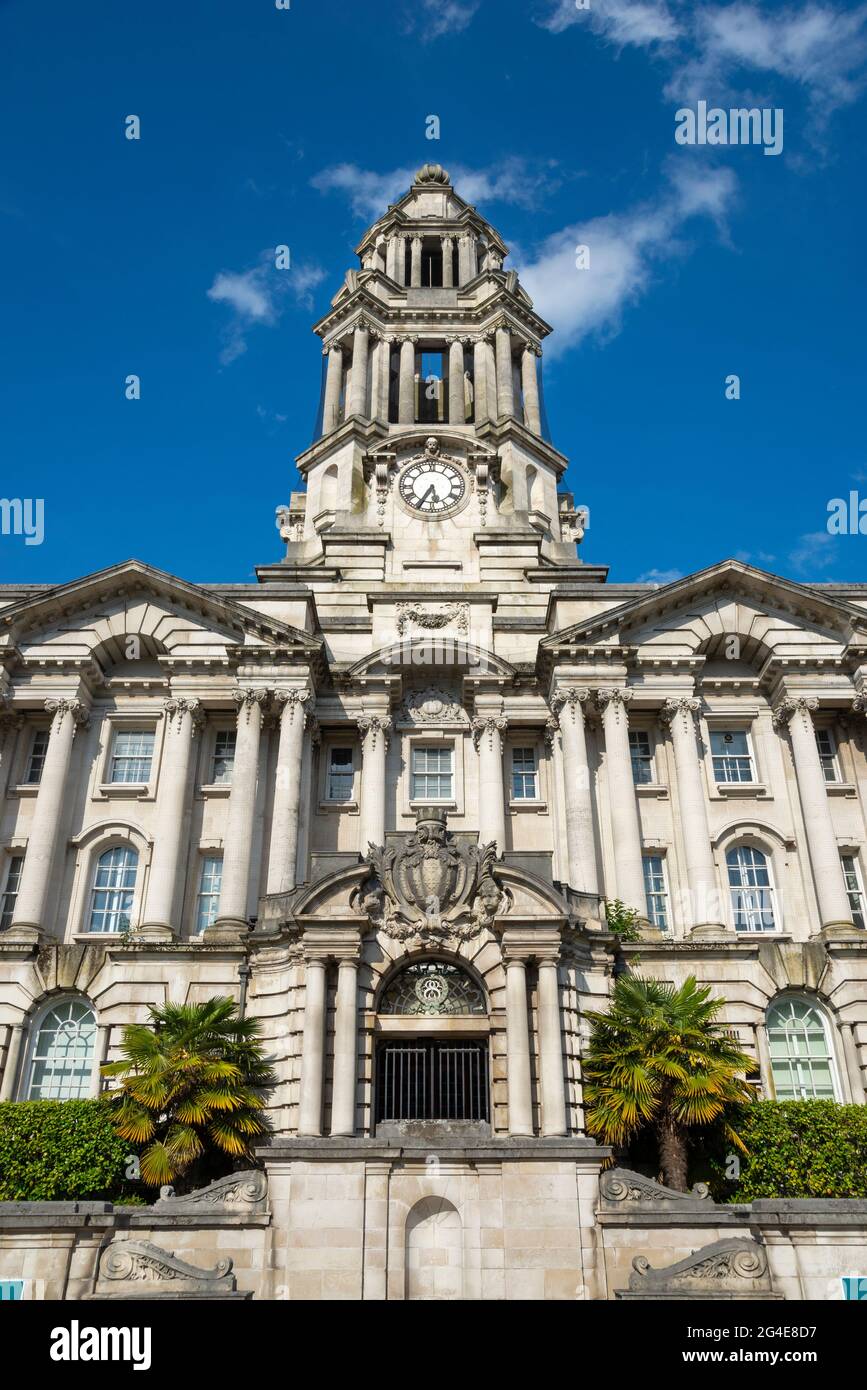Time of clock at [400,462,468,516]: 5:34
